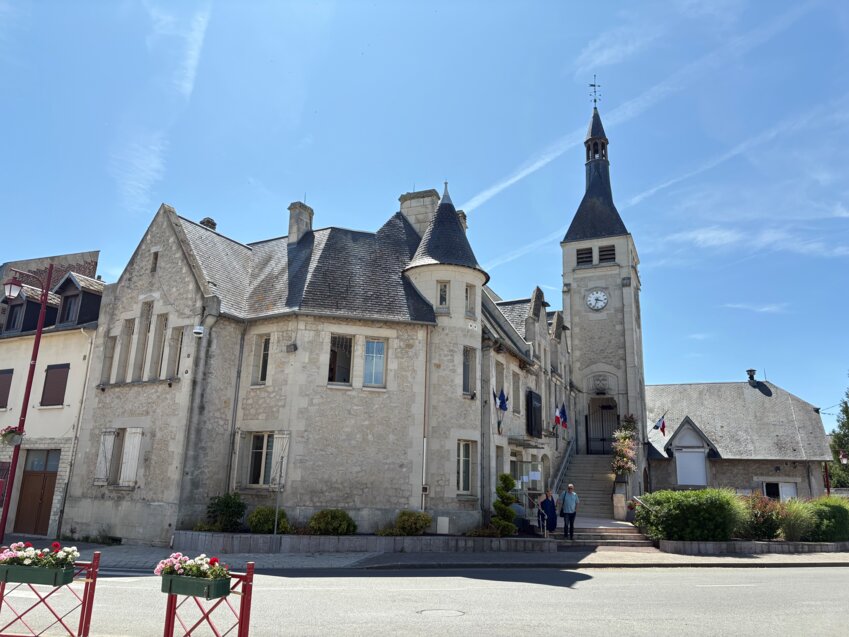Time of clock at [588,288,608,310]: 3:33
